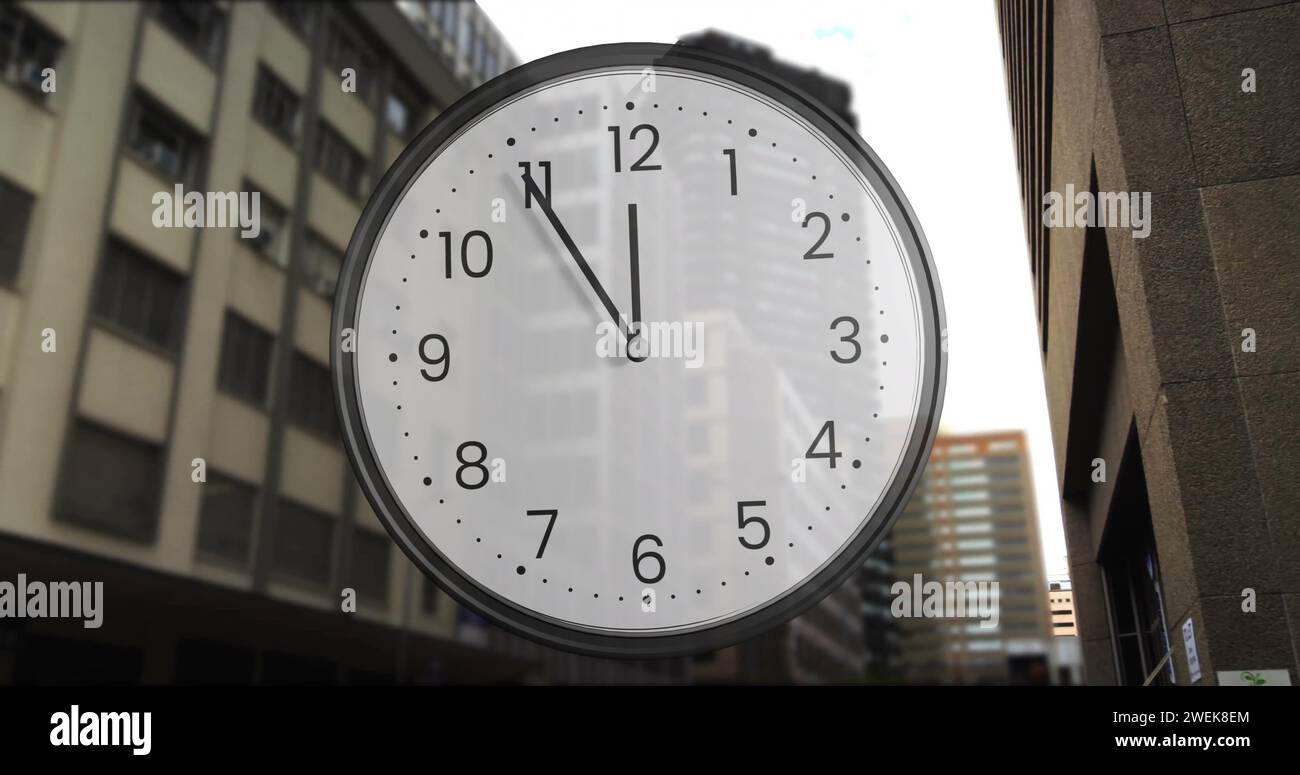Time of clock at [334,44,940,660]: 11:54
